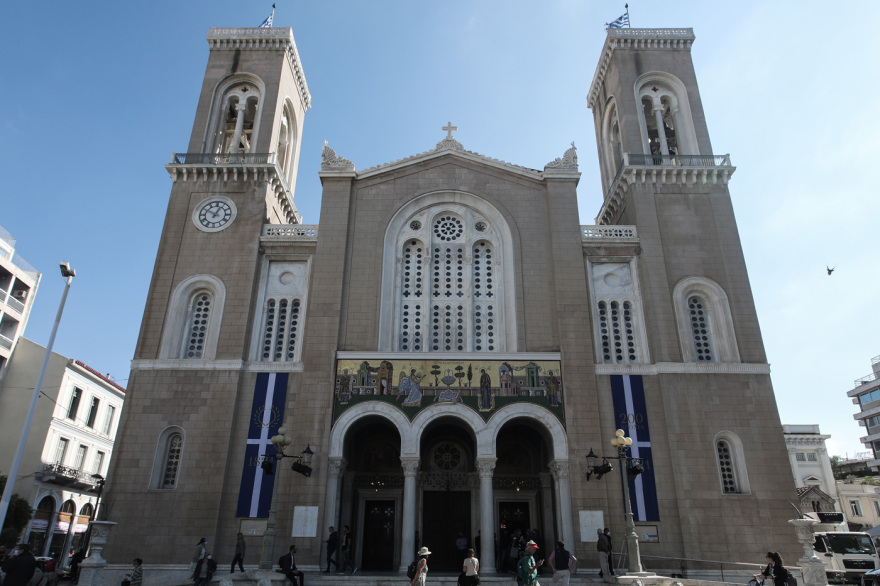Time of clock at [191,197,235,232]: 12:49
